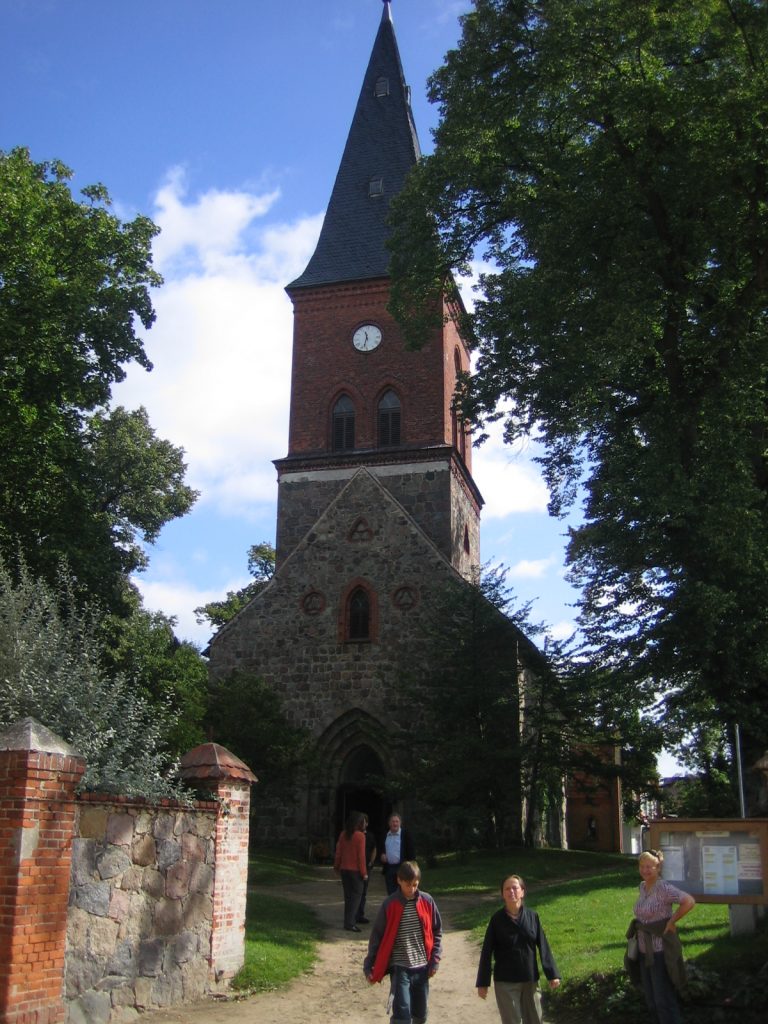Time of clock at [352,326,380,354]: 11:32
